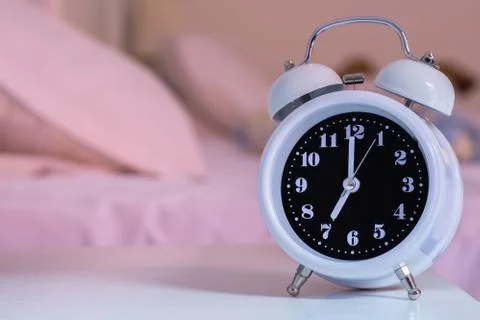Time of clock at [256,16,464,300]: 7:00
